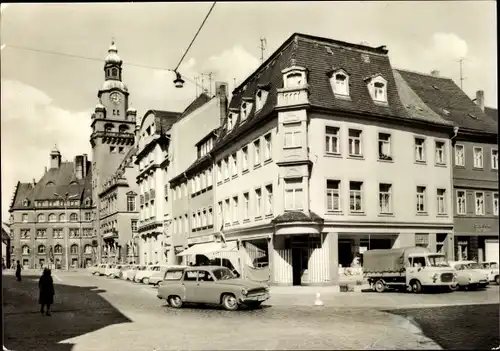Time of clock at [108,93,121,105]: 9:01
